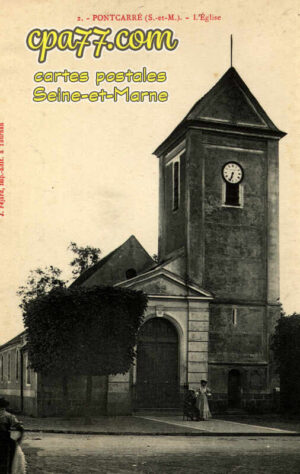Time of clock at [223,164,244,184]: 6:33
